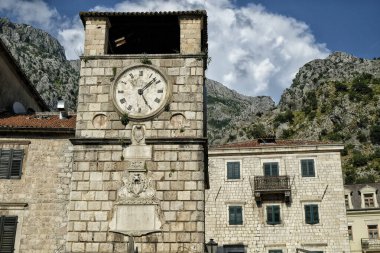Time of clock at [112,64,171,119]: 1:25
